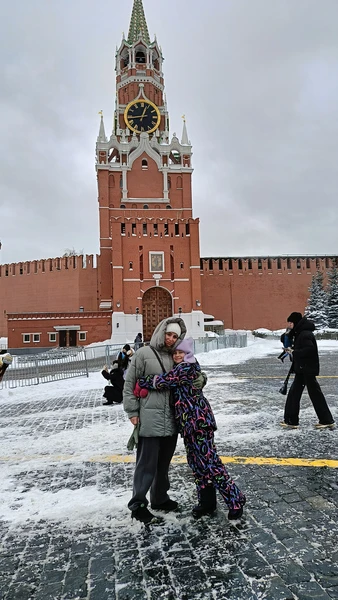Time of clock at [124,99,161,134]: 12:43
